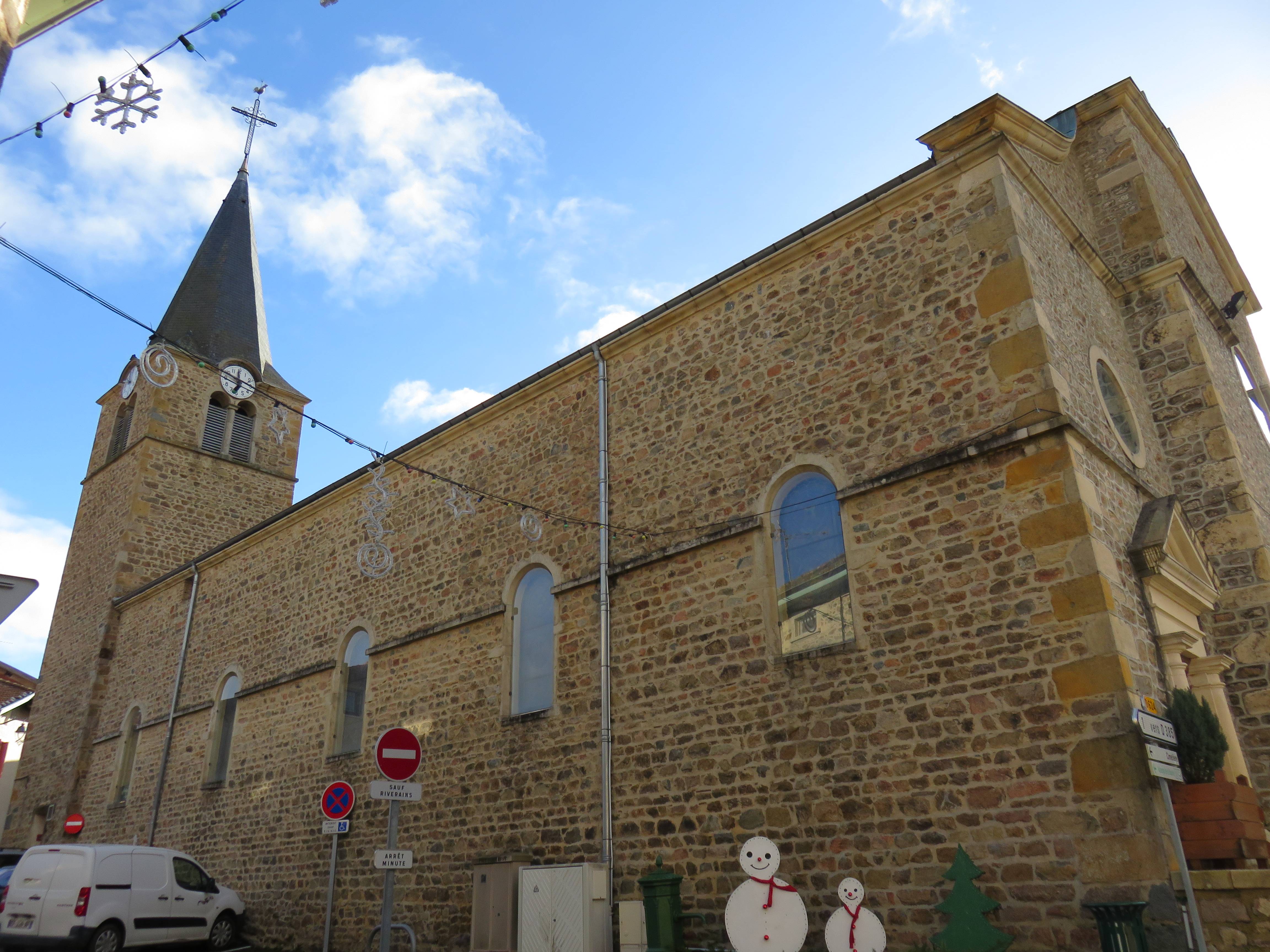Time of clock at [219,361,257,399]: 11:48
